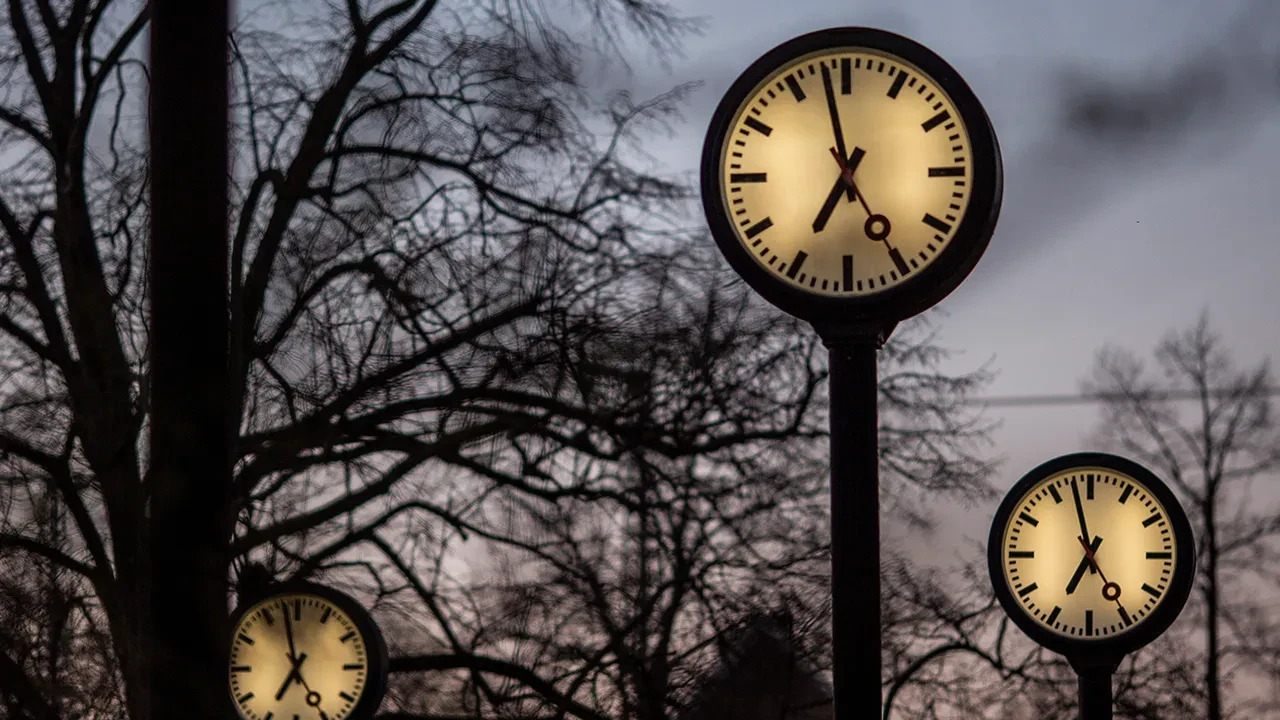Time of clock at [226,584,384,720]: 6:58
